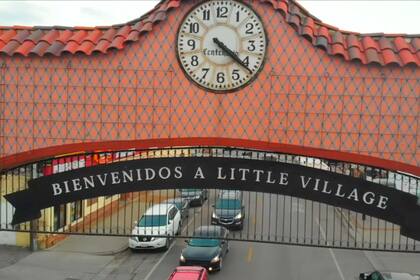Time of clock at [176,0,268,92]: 4:21
